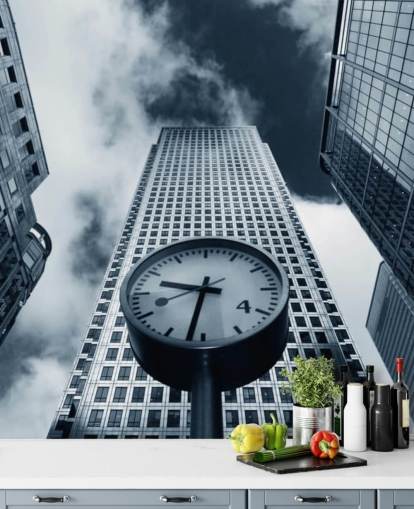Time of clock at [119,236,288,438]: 9:32
